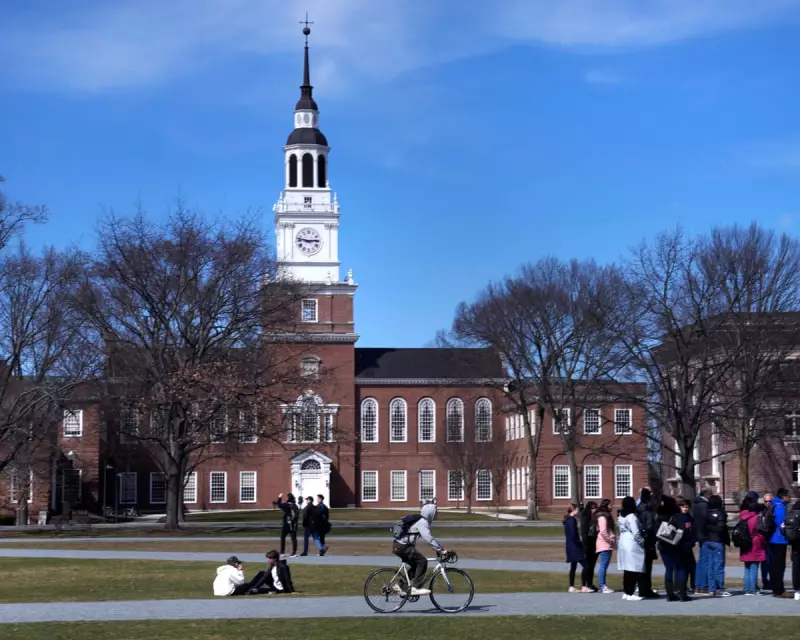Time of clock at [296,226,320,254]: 2:46
